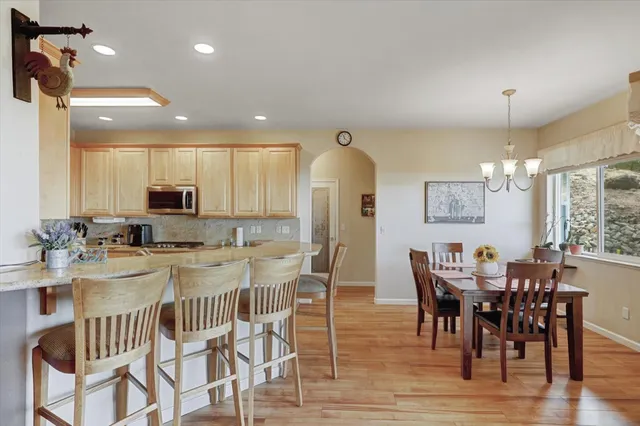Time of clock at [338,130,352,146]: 11:21
